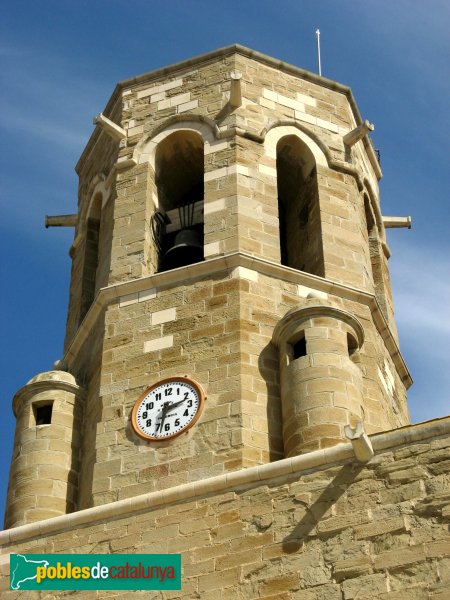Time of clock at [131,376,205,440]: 2:32
